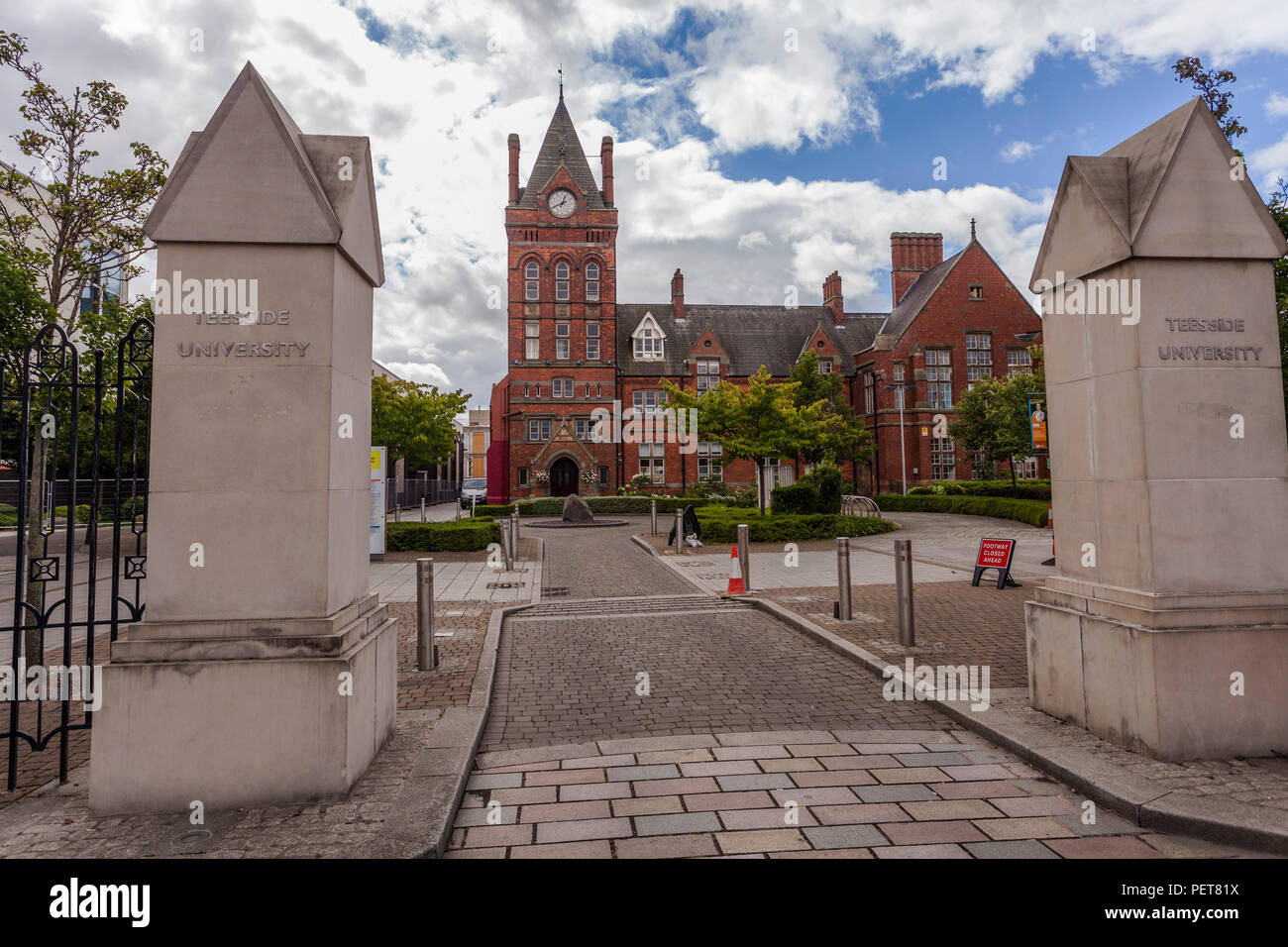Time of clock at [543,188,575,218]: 12:40
